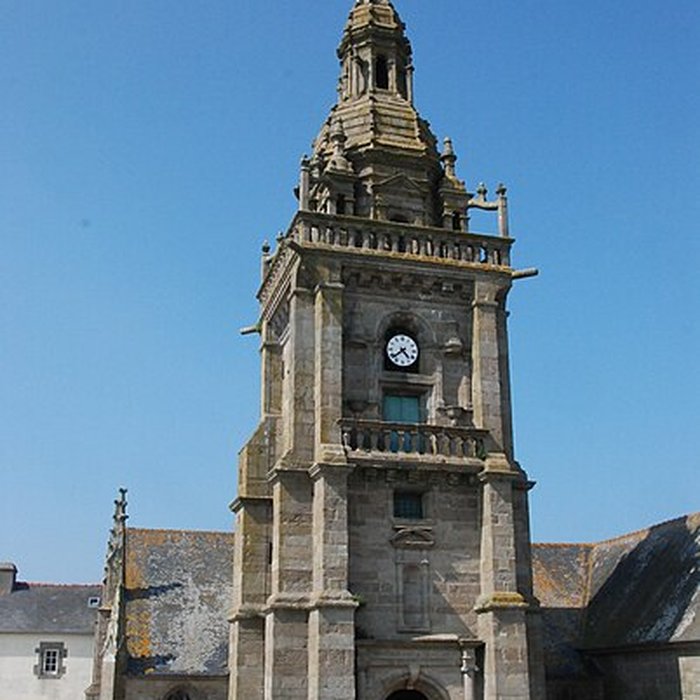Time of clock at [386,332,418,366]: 4:38
